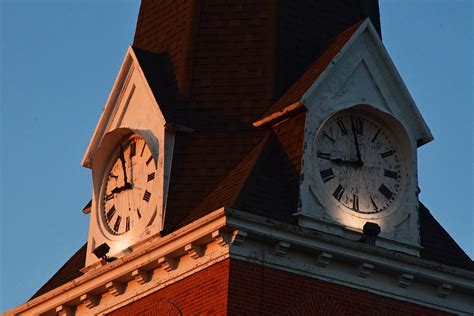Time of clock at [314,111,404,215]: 8:57
